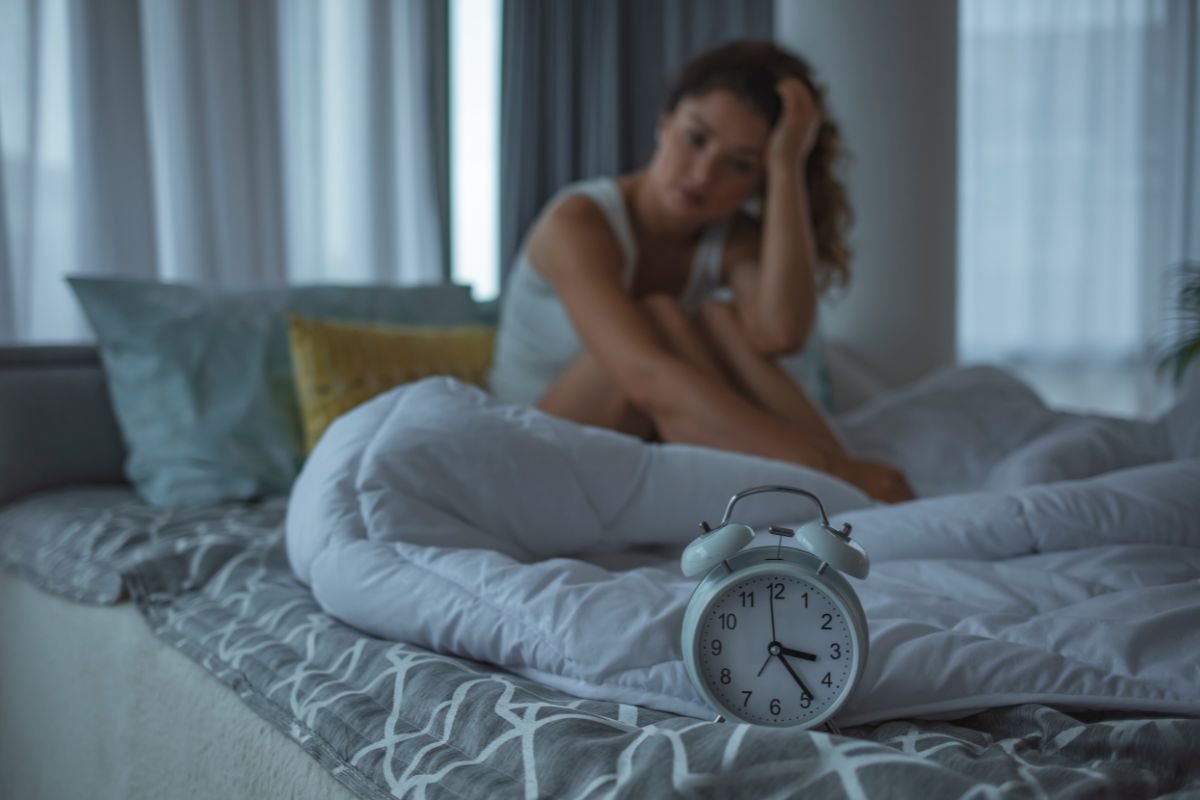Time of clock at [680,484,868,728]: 3:23
